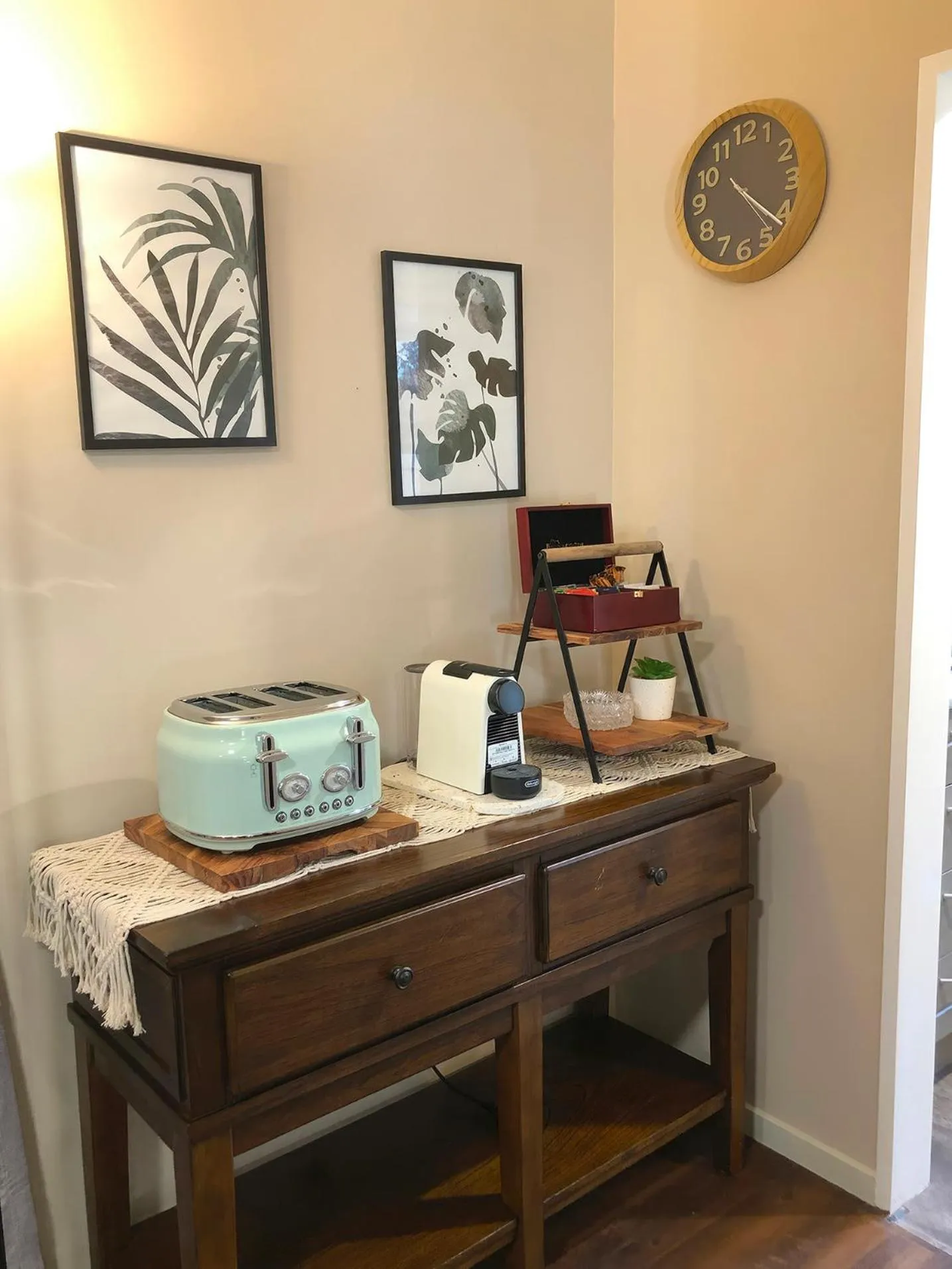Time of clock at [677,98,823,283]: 4:21
